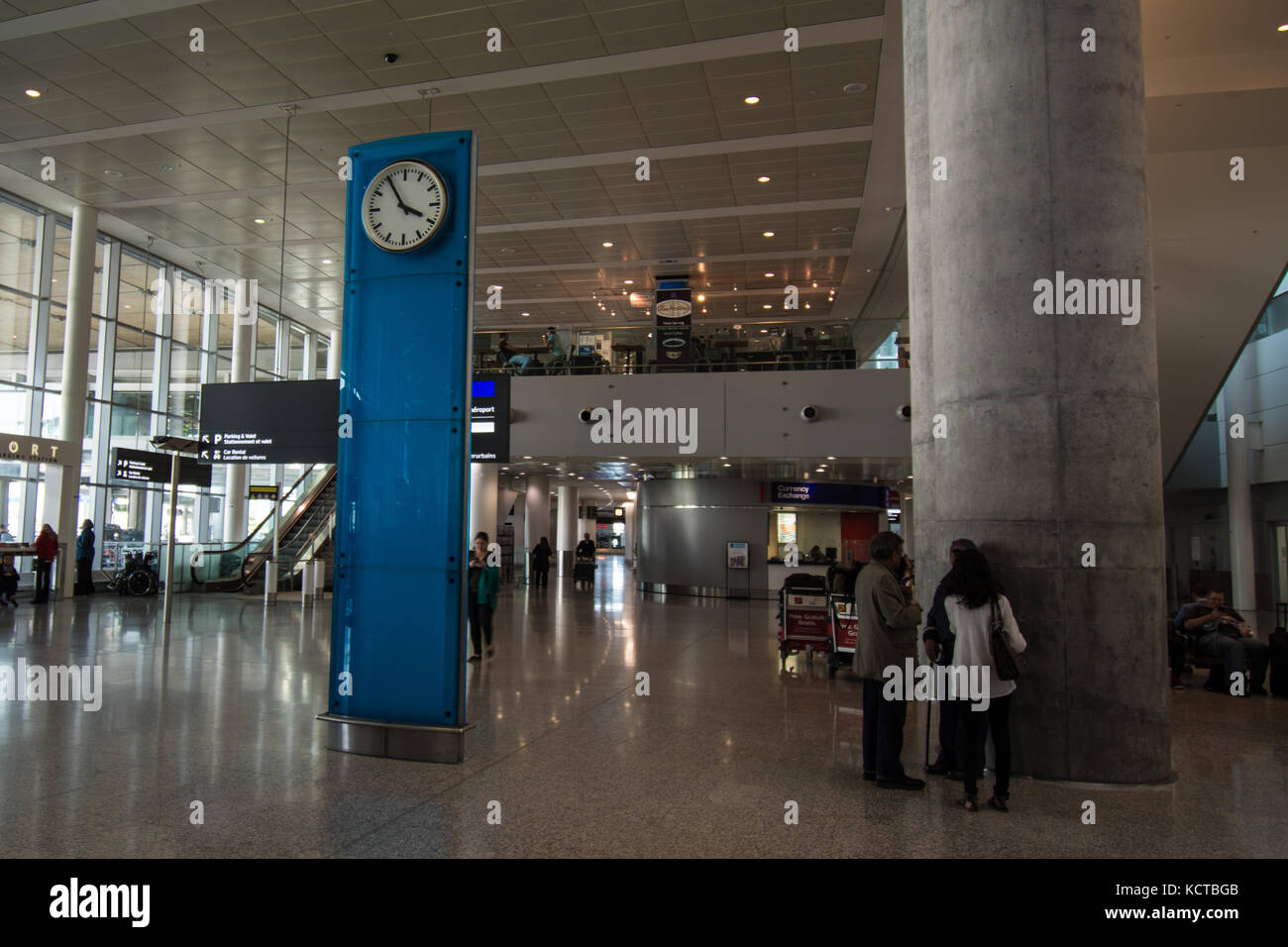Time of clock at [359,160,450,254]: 3:54
